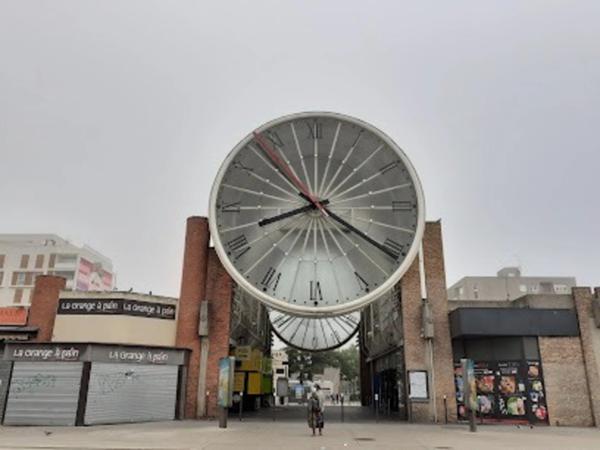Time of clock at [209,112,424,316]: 8:20
